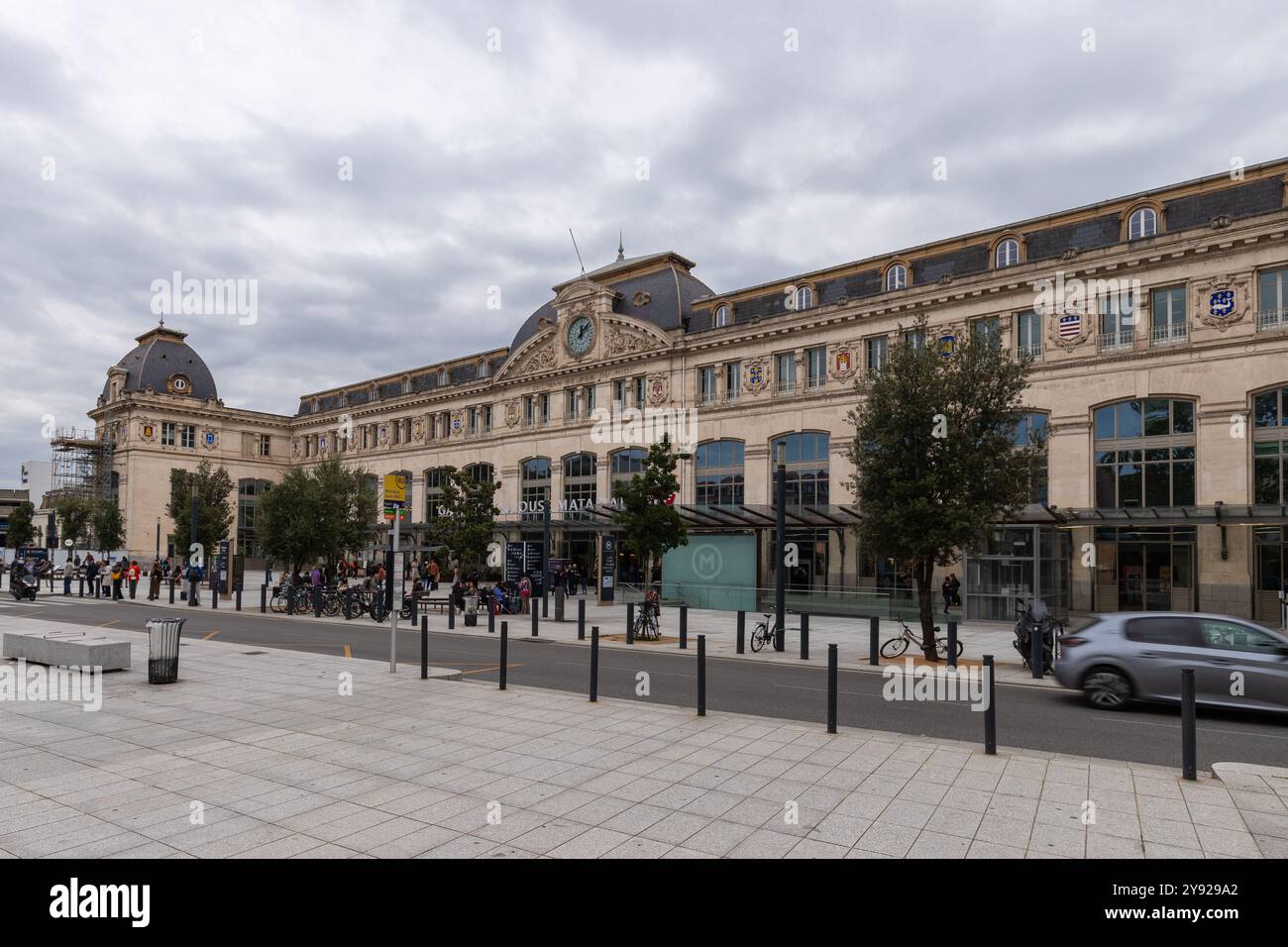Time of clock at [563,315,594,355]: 12:07
